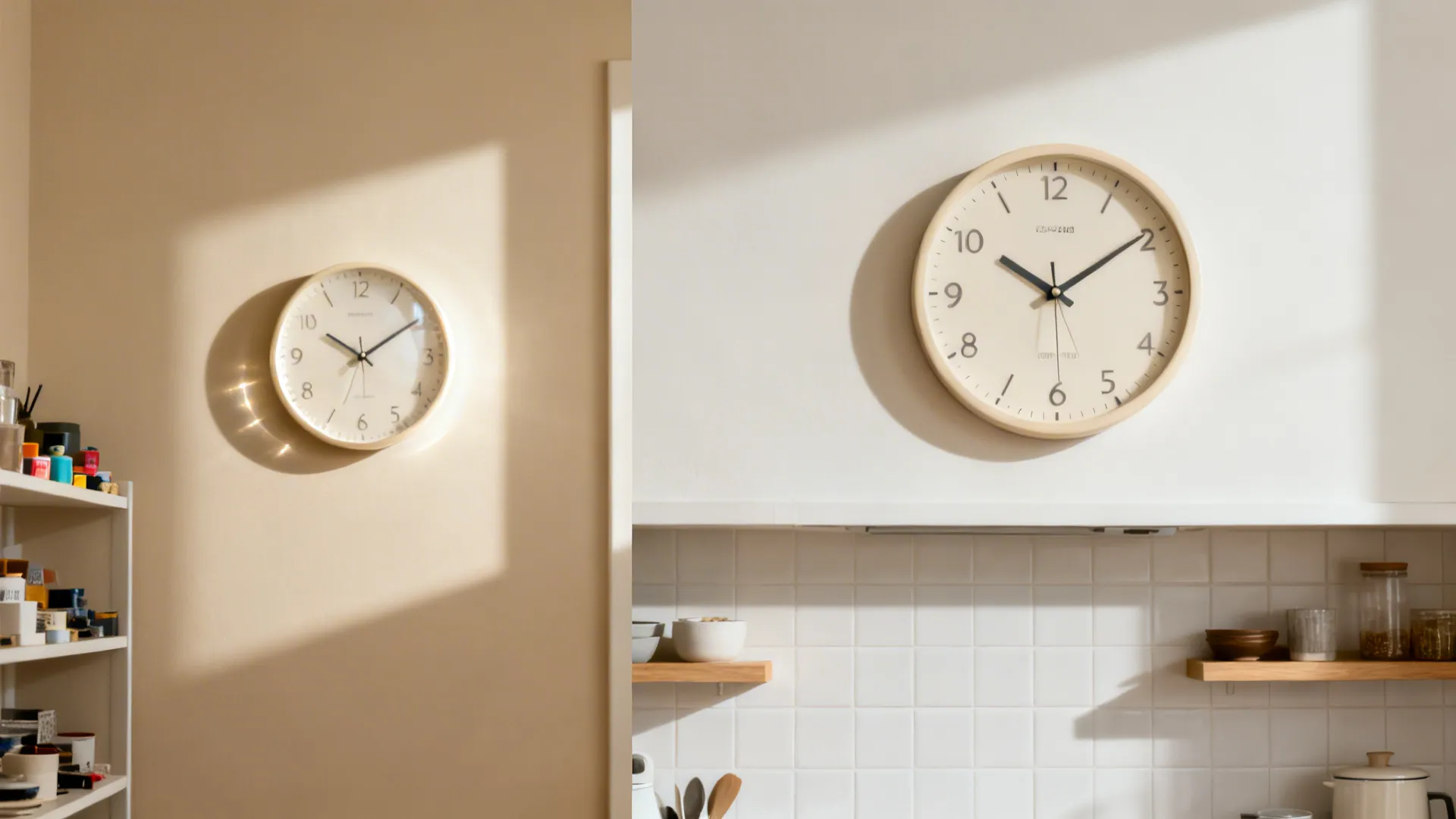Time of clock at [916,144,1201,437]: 10:09
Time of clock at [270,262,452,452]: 10:09
